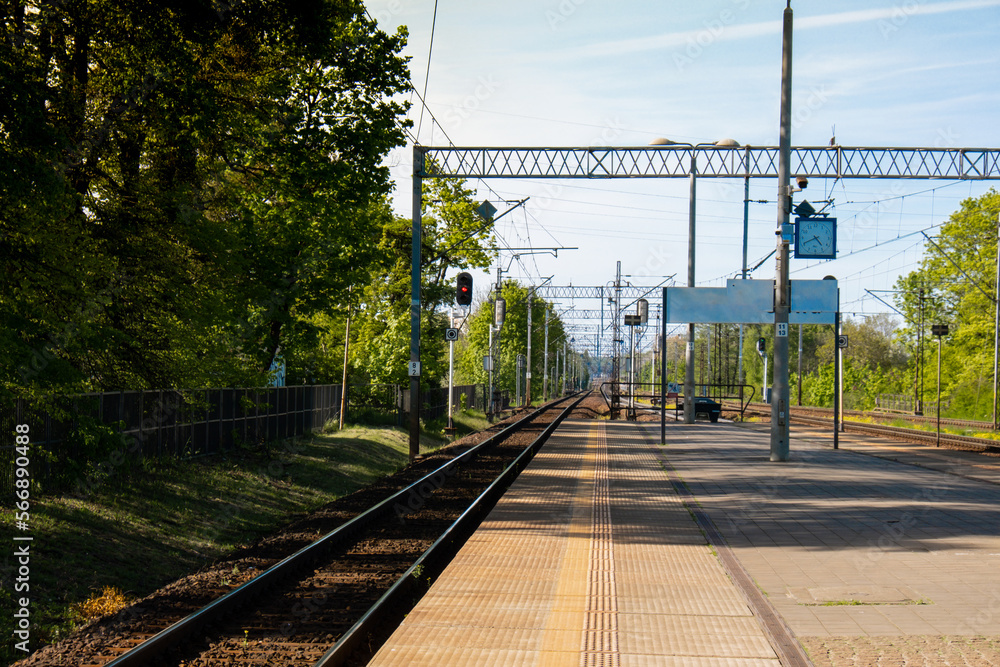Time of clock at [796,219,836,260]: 4:40
